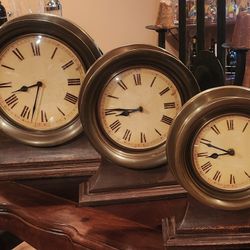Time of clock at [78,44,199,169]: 8:45
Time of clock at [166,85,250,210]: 8:48
